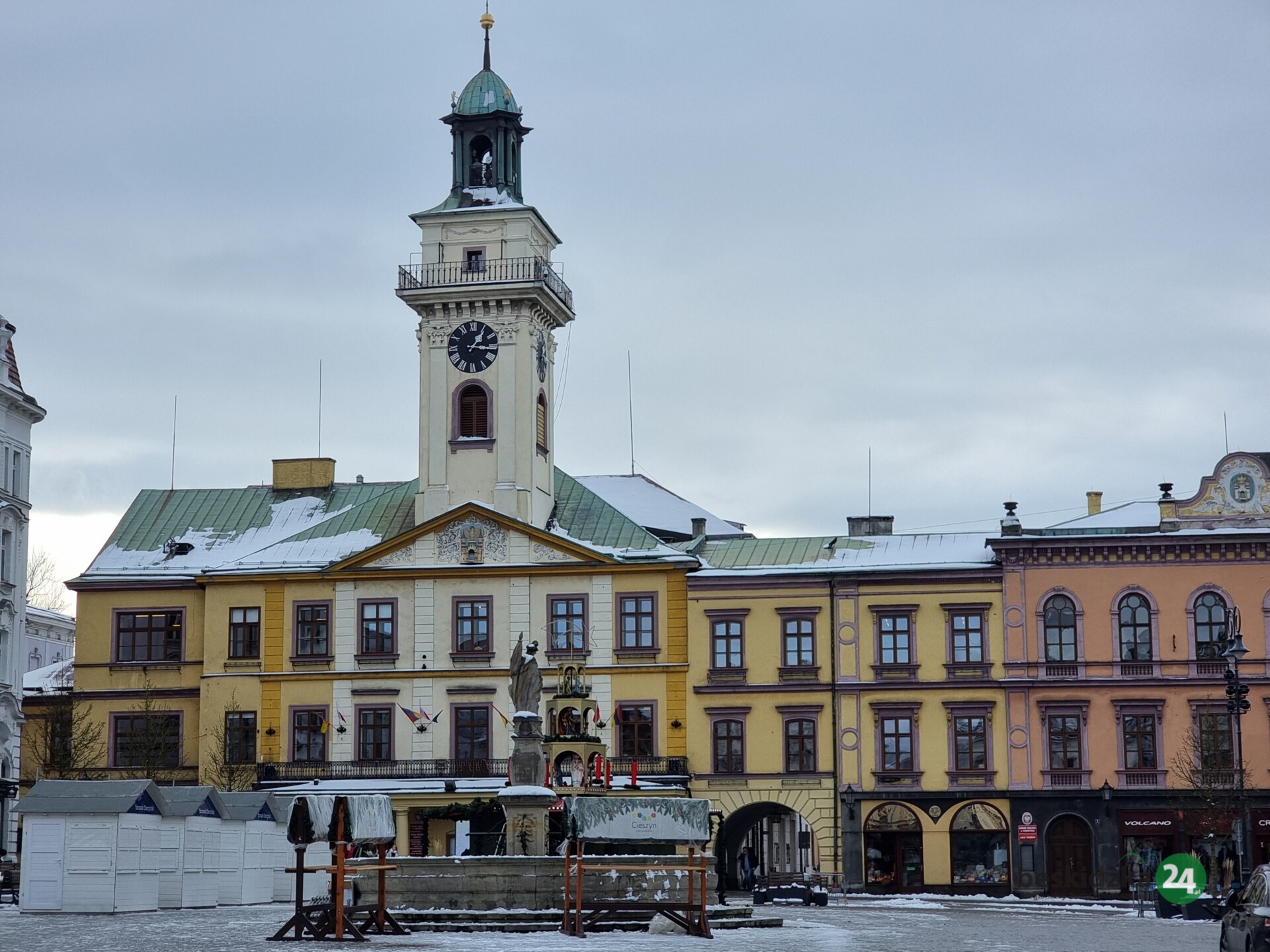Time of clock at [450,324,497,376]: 1:16
